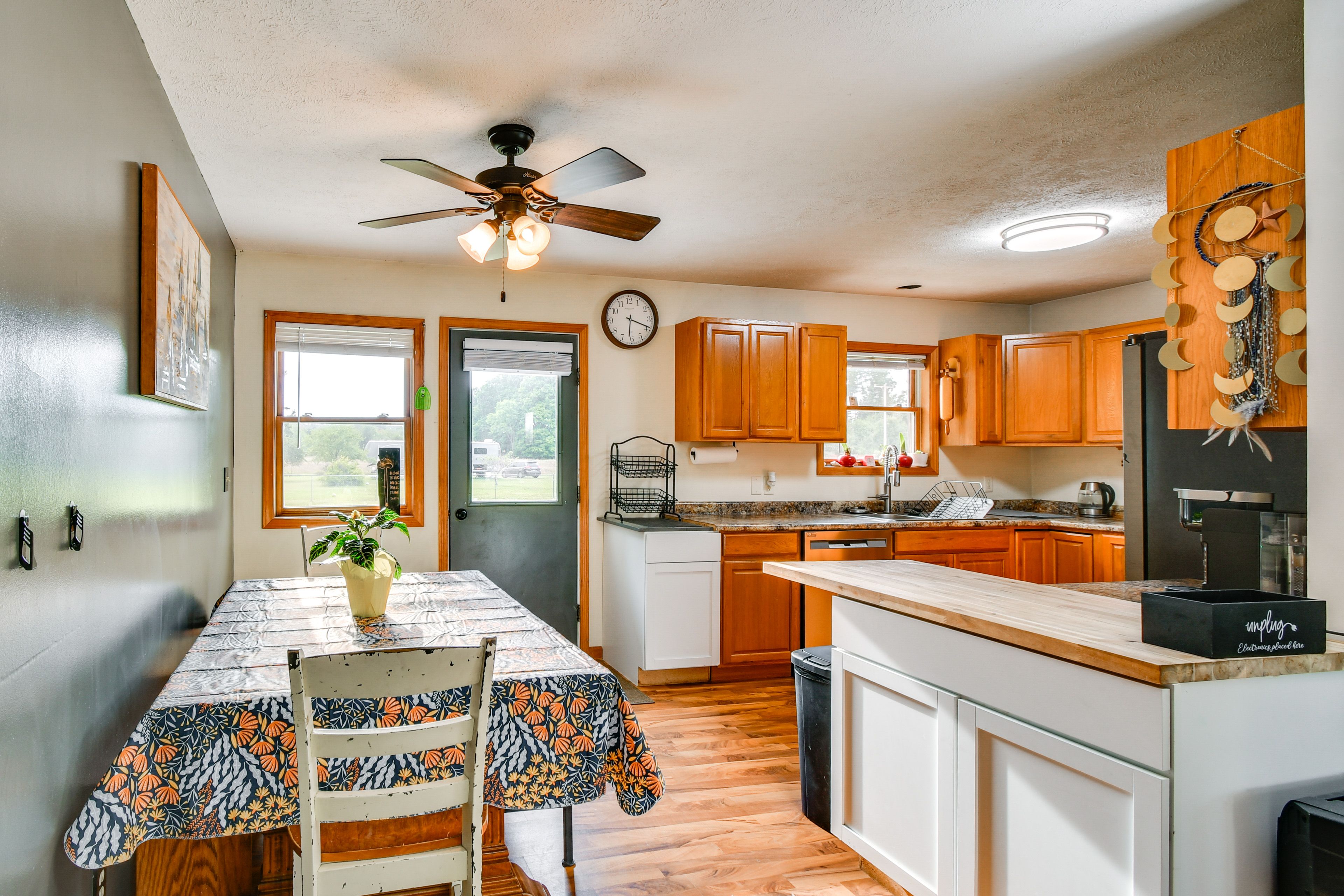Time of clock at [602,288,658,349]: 6:18
